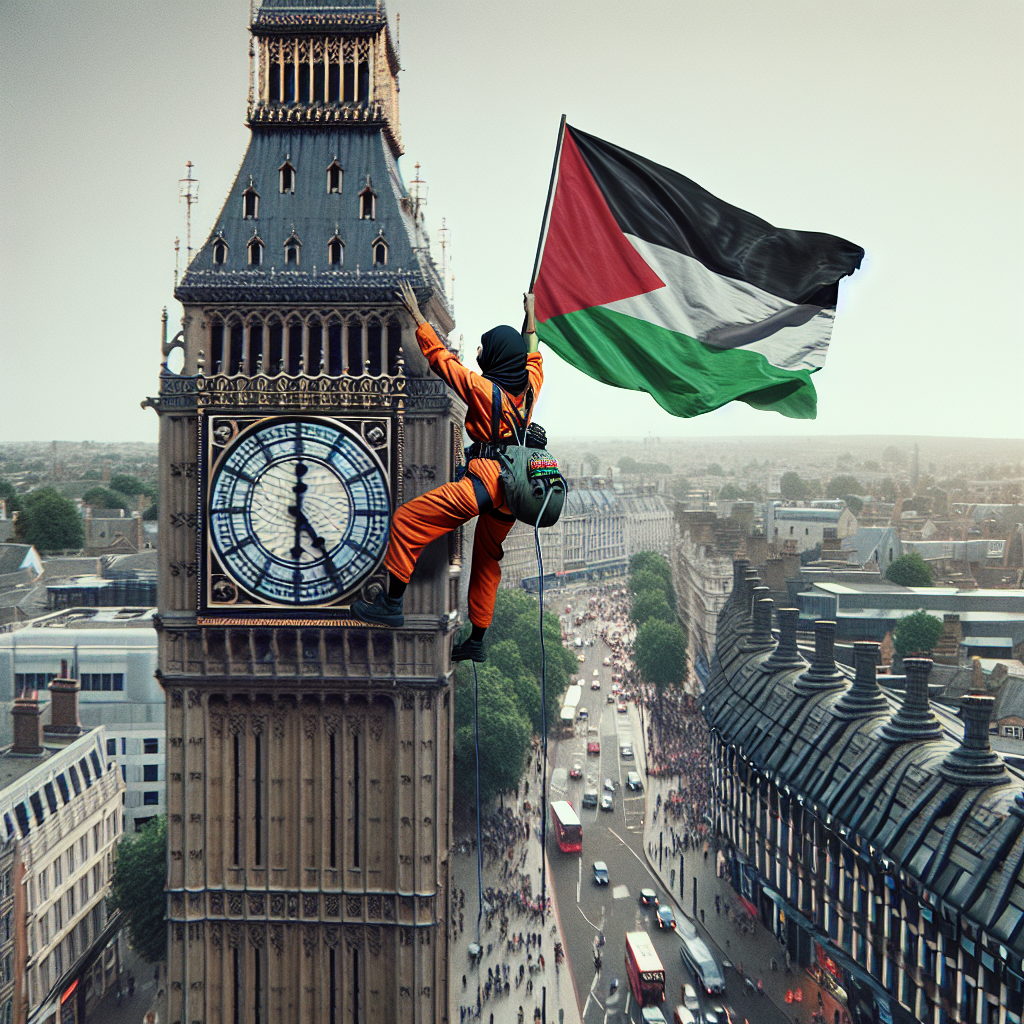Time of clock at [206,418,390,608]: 5:00
